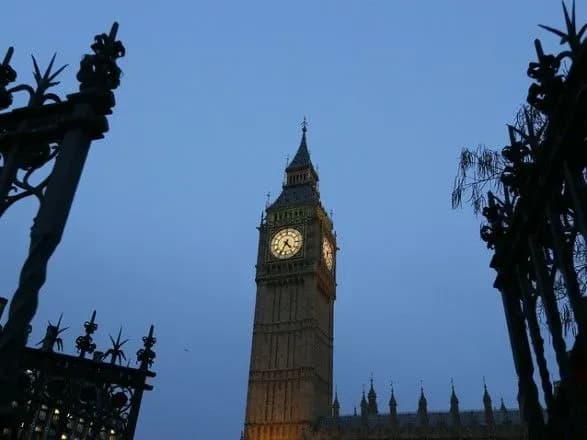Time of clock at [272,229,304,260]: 4:34
